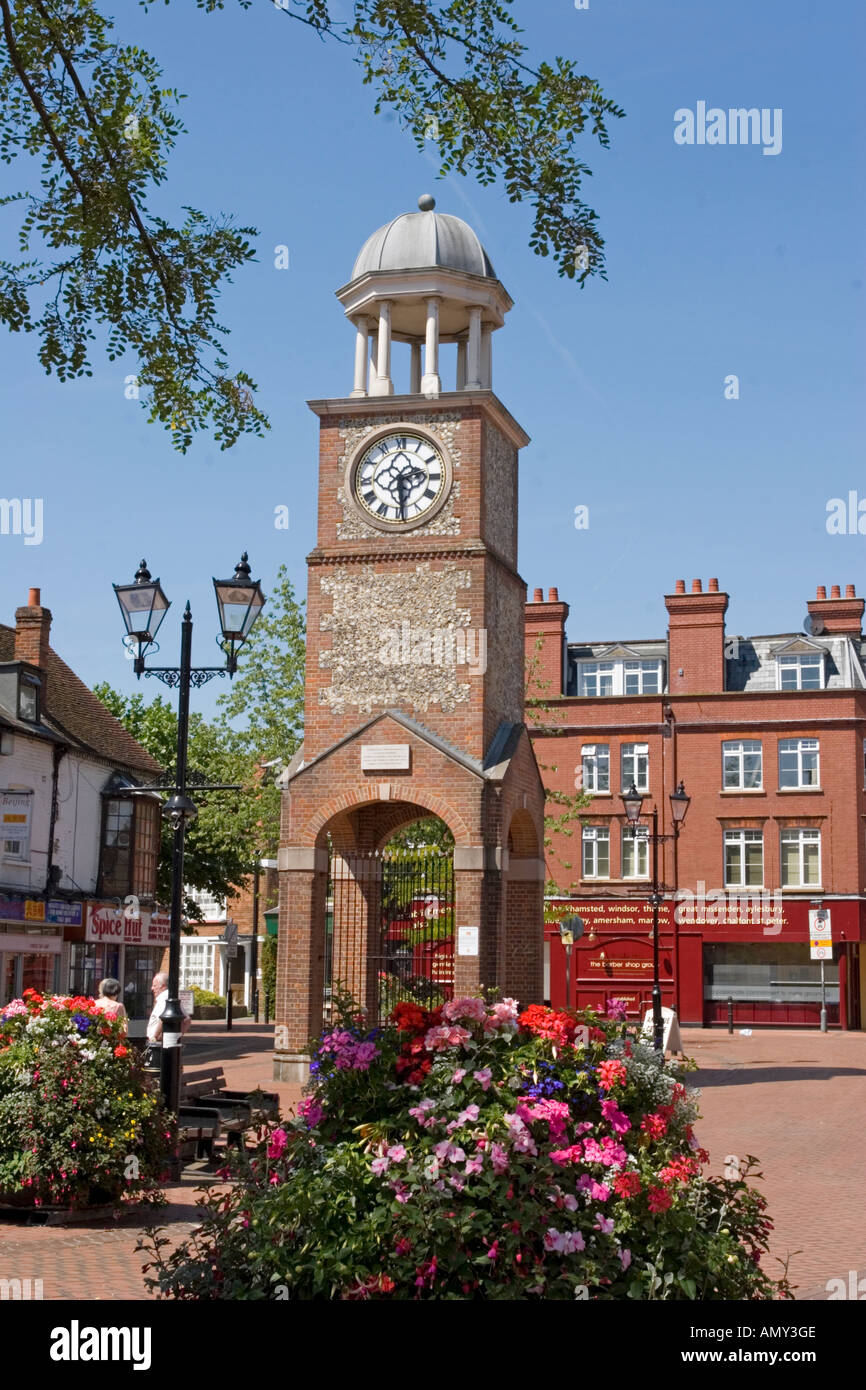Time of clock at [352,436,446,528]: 2:29
